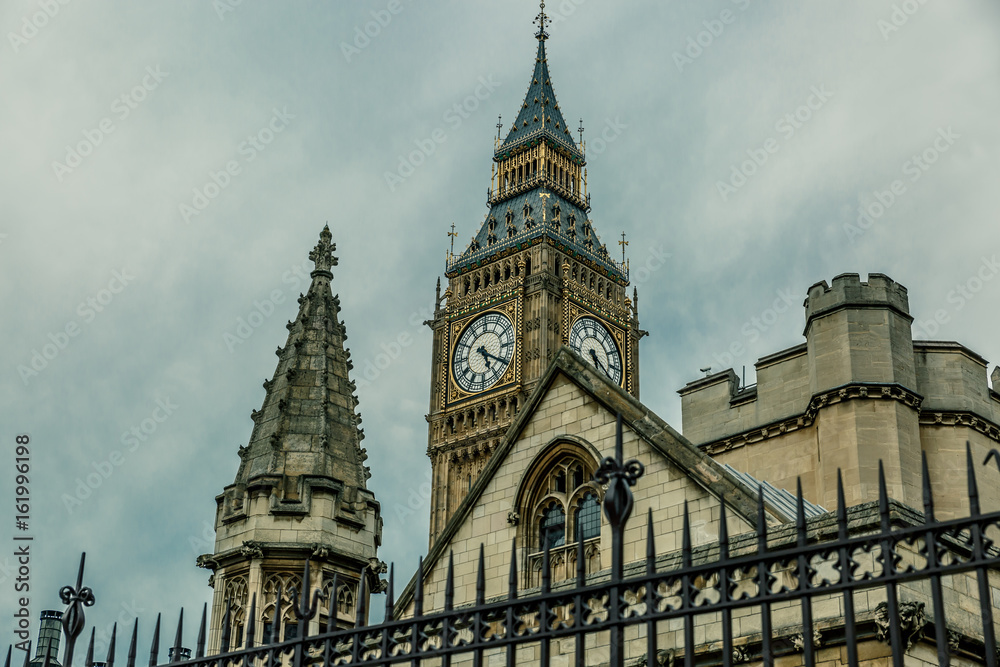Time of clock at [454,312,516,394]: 5:20
